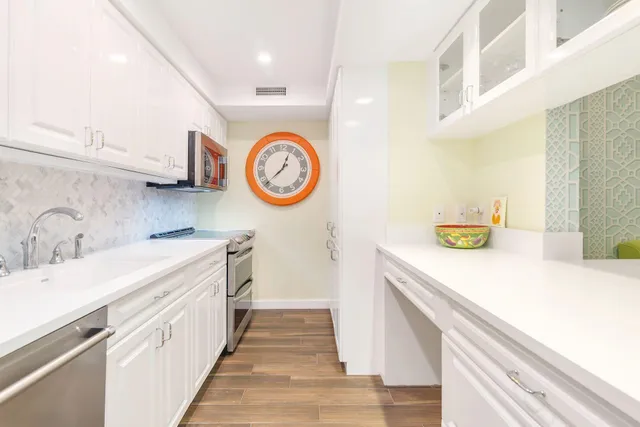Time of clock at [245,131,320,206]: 12:37
